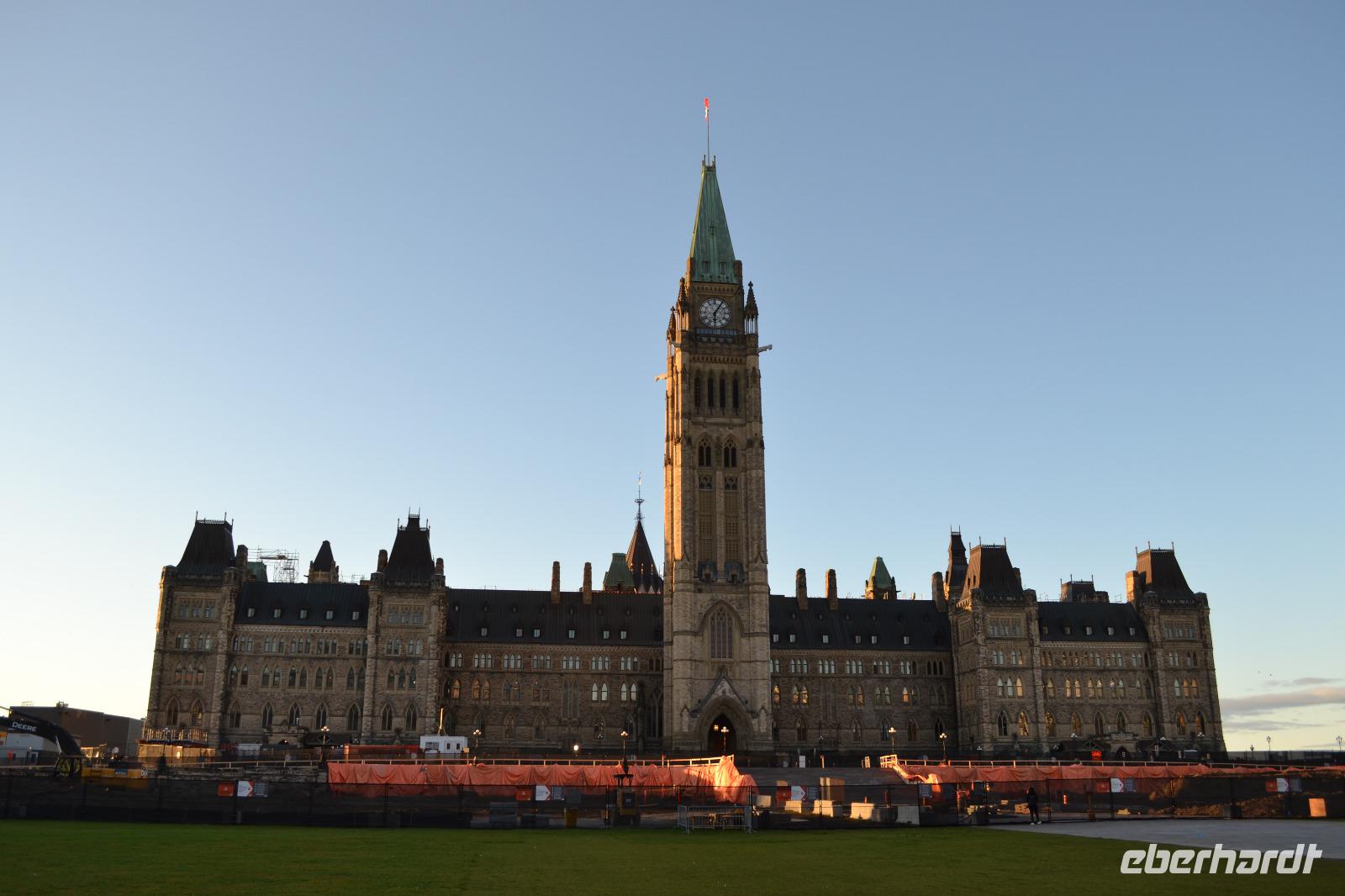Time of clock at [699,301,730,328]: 6:05
